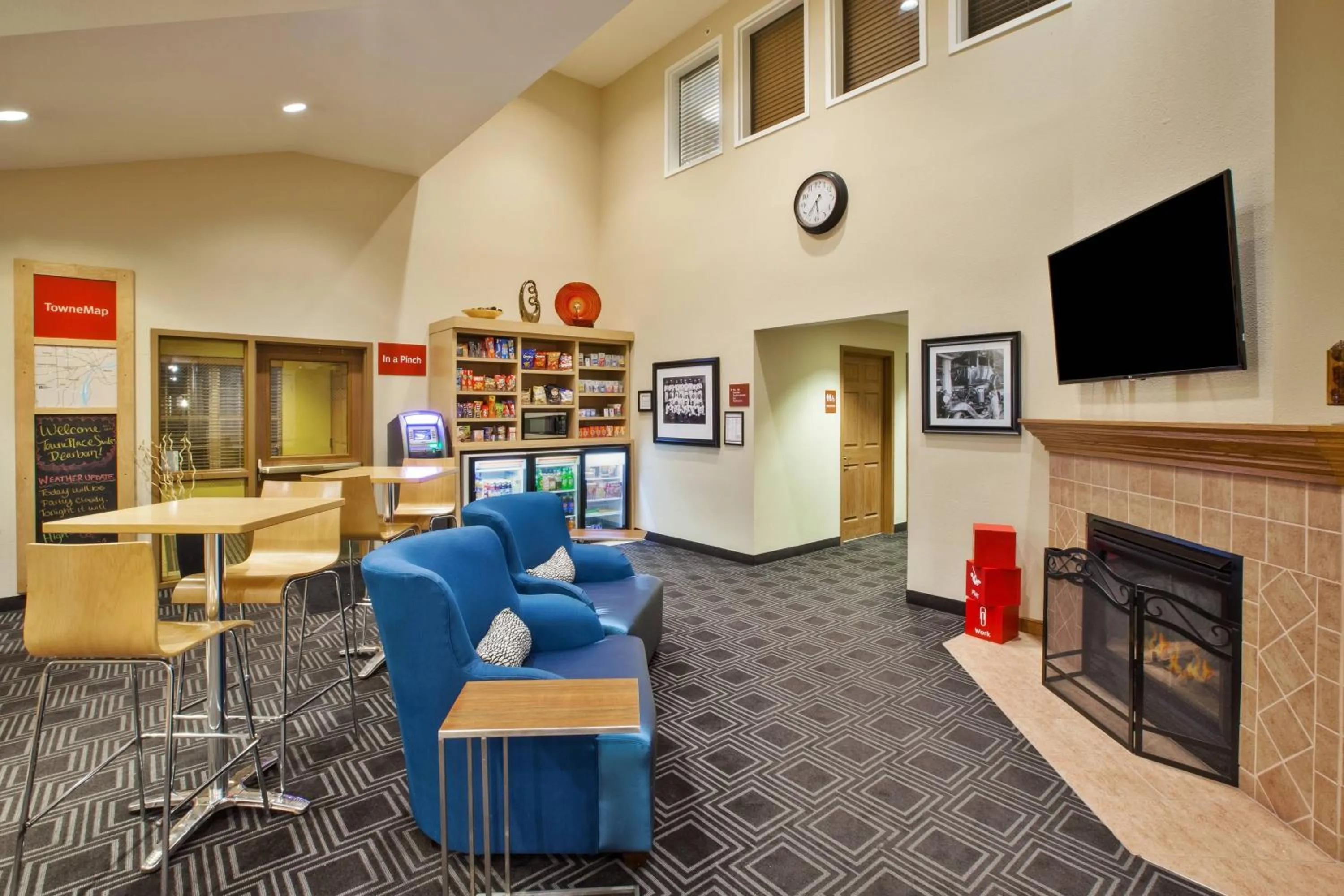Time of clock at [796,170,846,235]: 5:36
